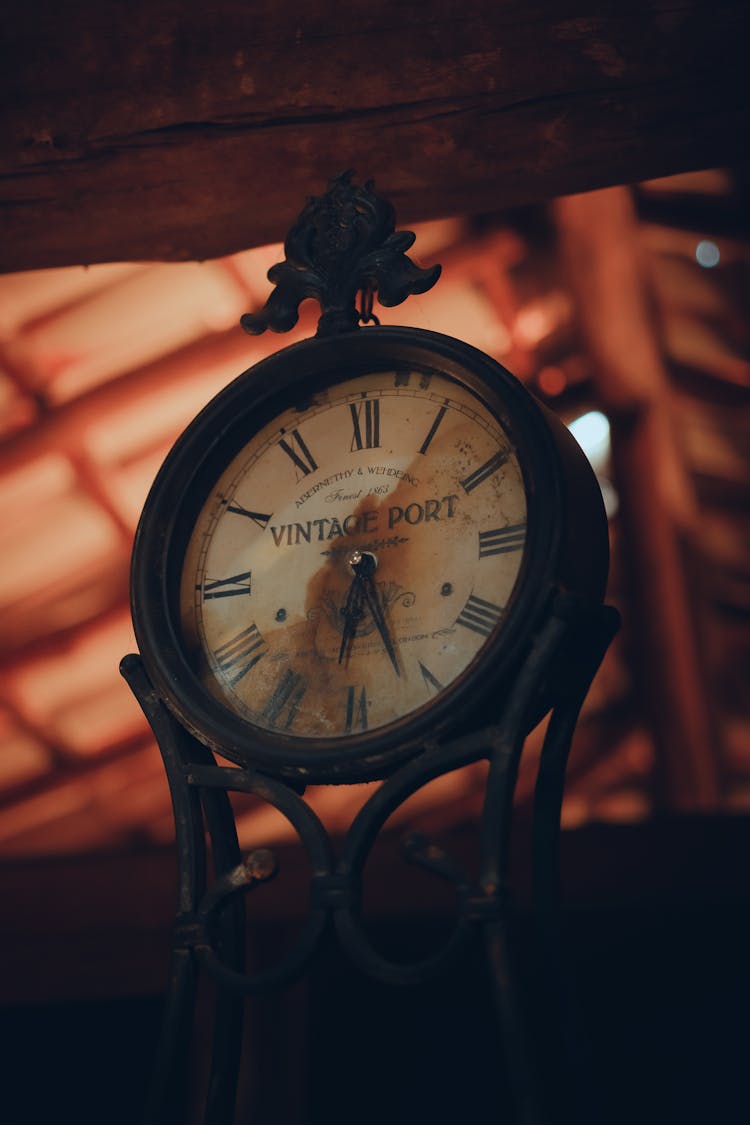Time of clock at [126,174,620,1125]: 6:27
